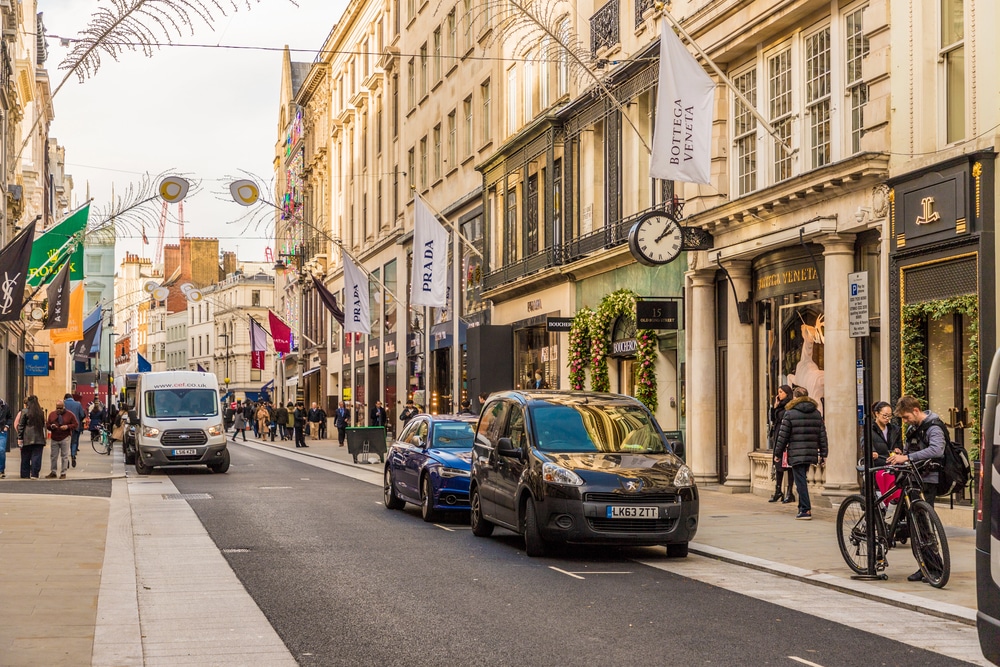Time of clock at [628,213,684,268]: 2:07
